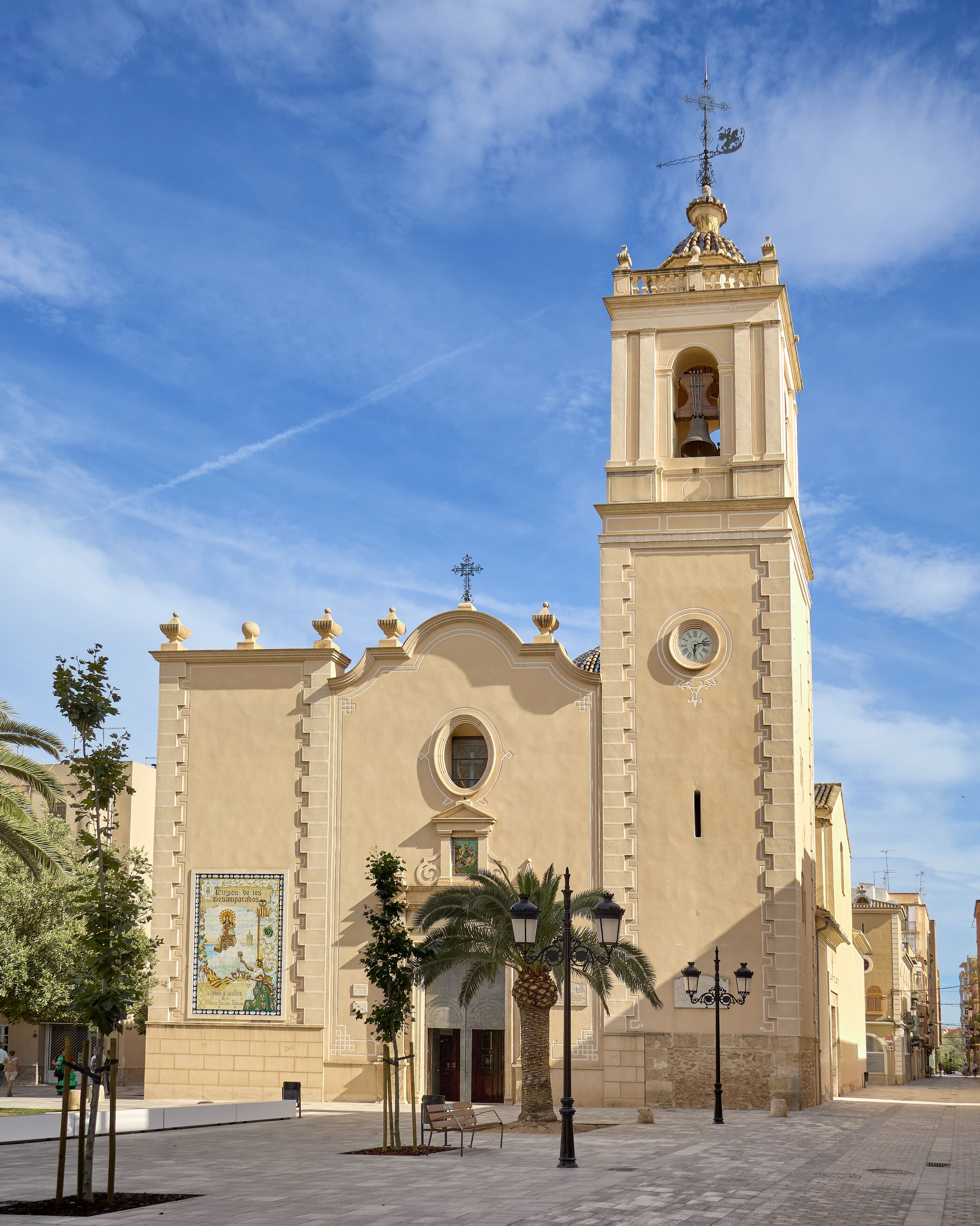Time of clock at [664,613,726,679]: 6:13
